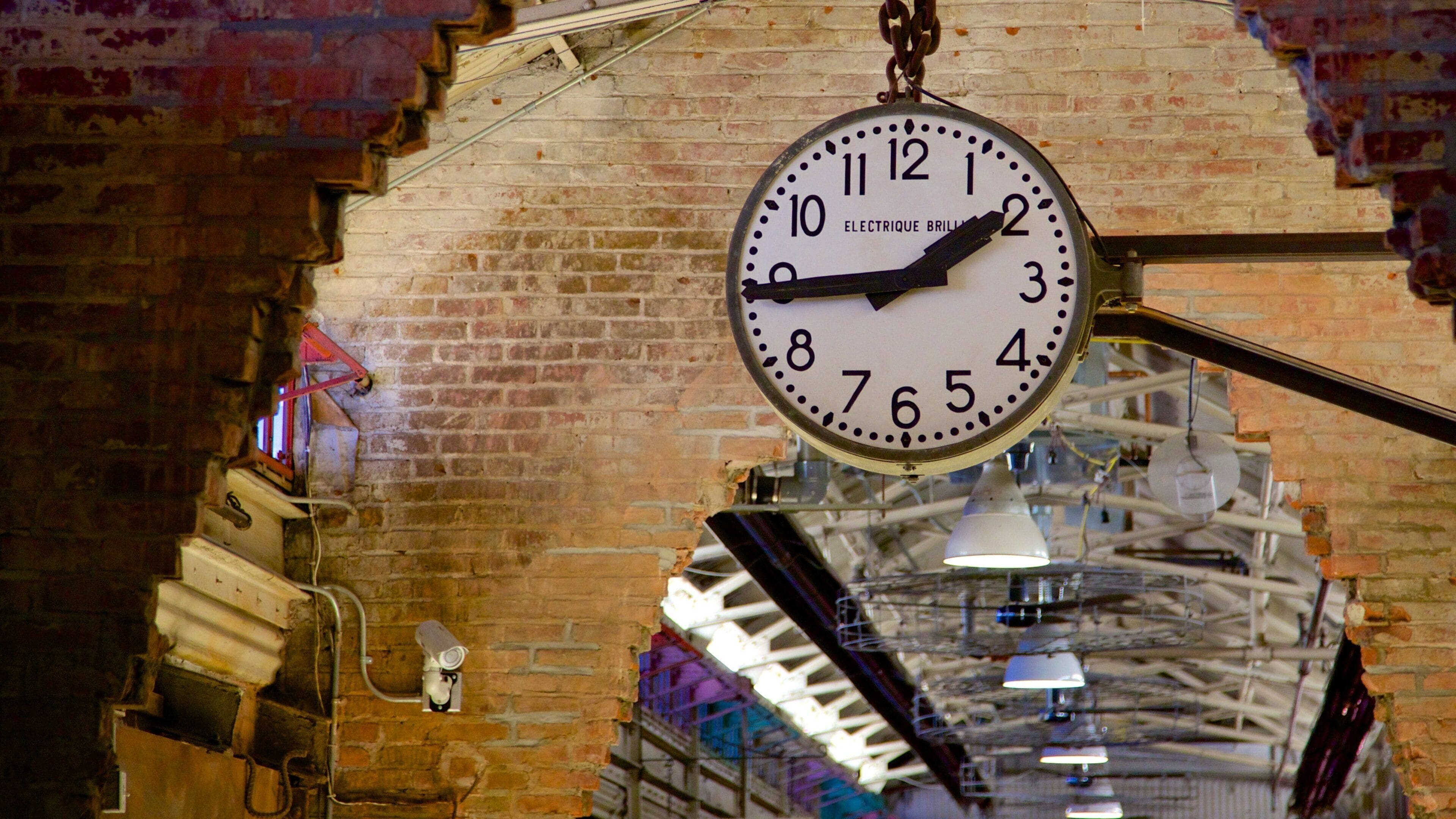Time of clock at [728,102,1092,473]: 1:44
